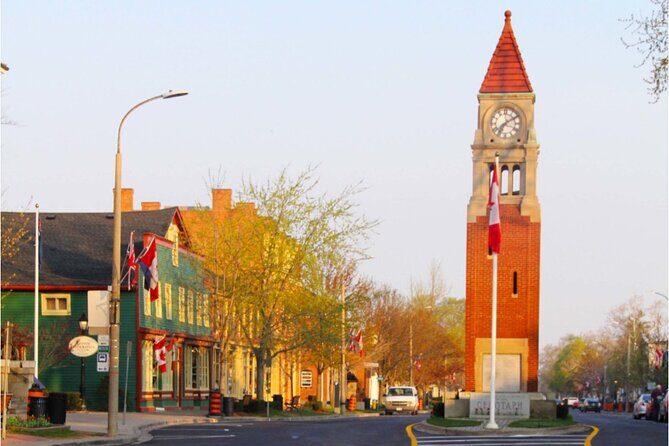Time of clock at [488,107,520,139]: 7:09
